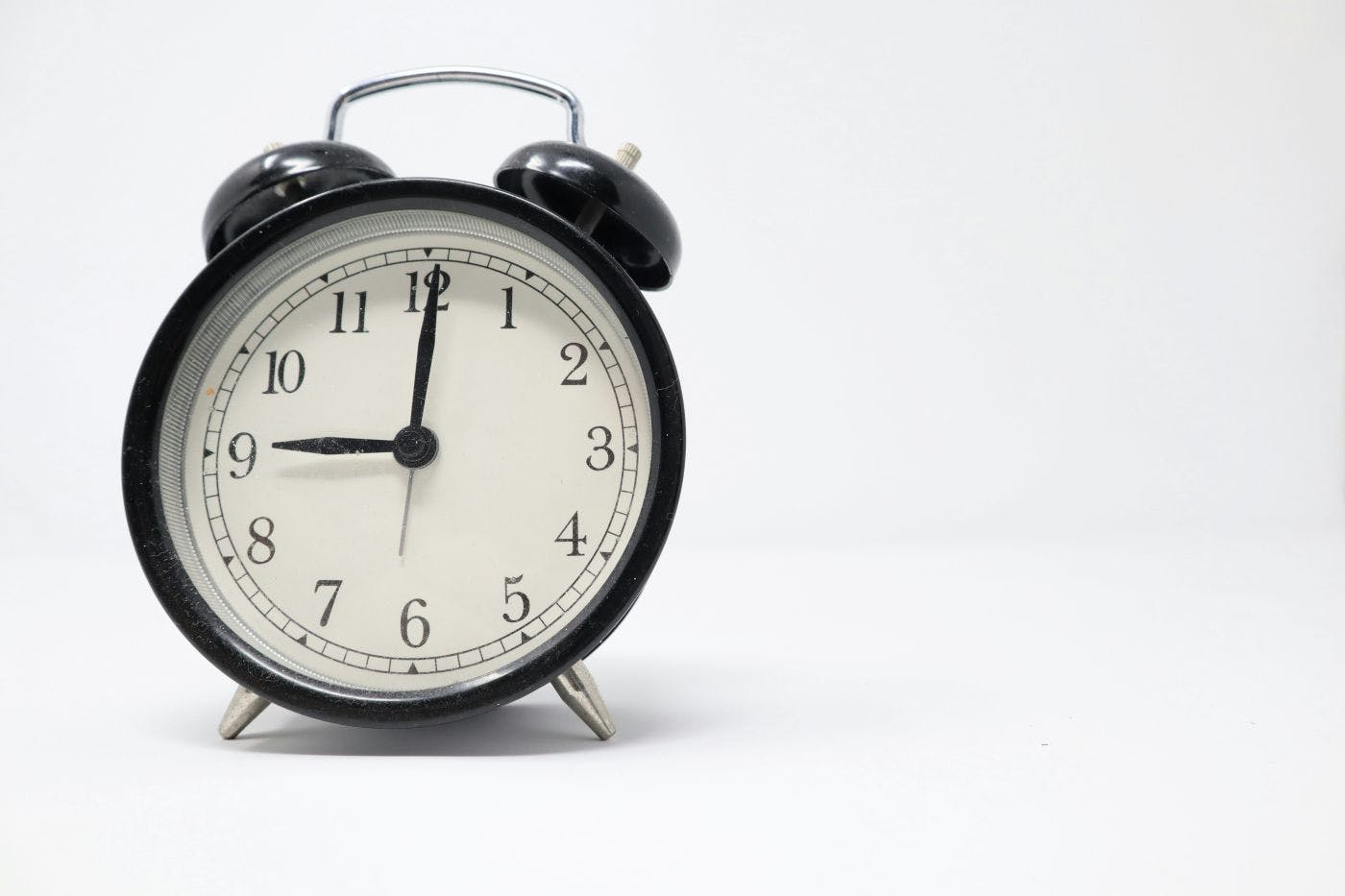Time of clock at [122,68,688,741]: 9:00
